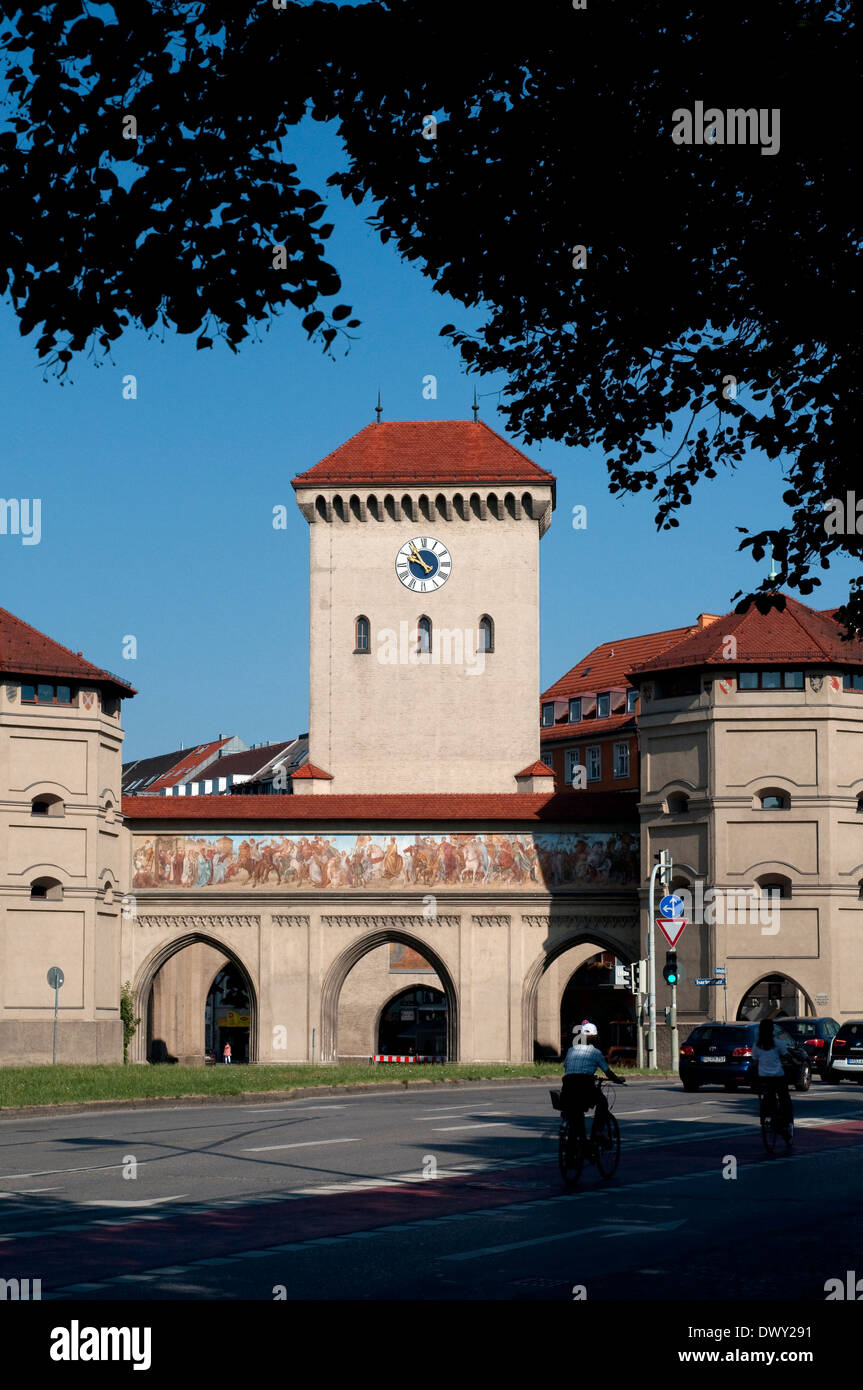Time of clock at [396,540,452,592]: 9:53
